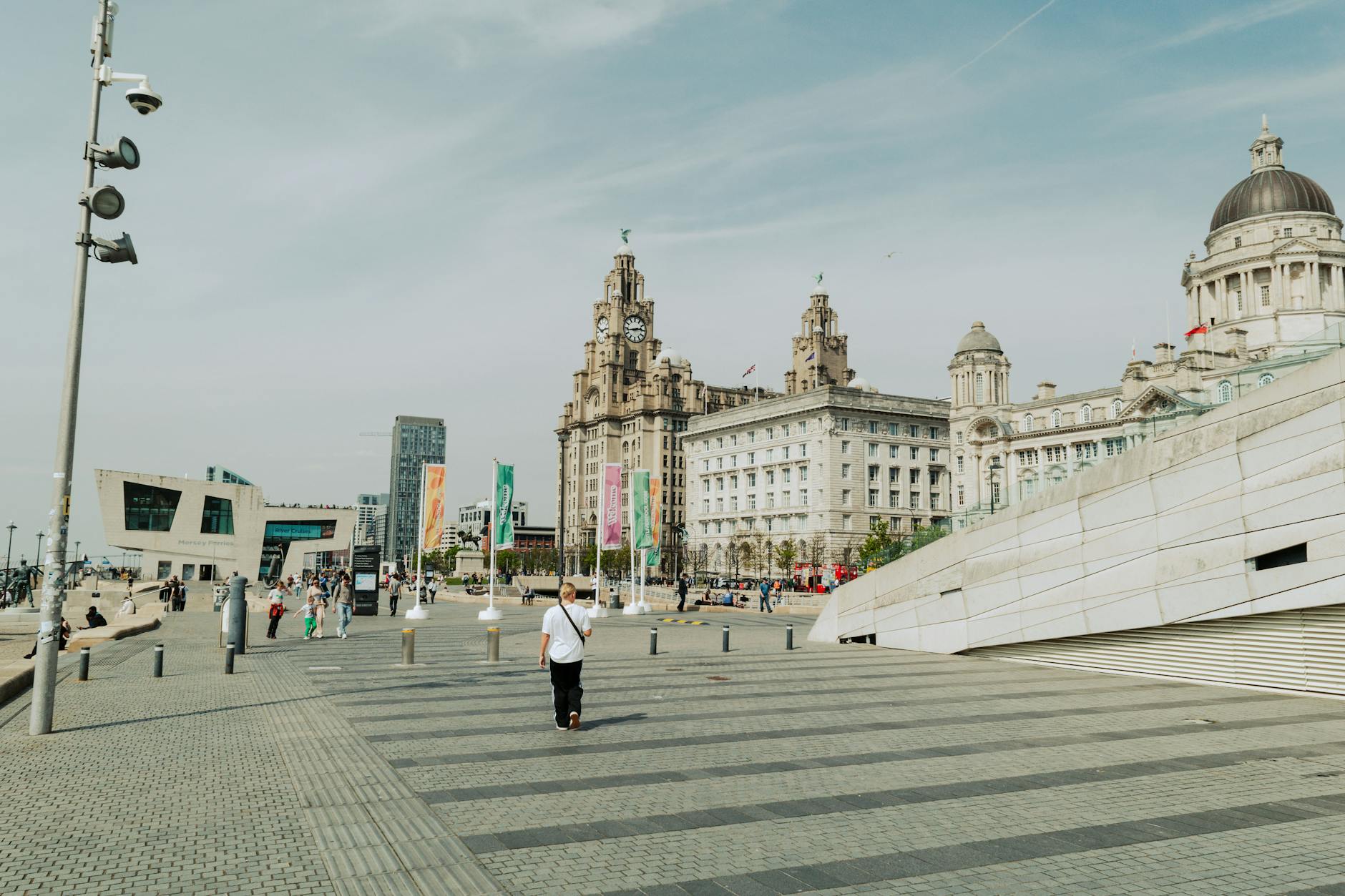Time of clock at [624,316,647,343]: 2:43
